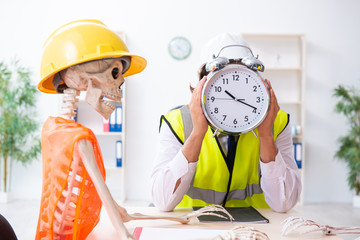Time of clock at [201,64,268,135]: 10:18
